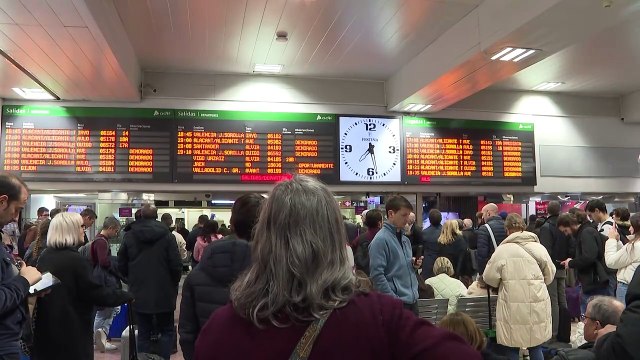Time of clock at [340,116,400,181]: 7:28
